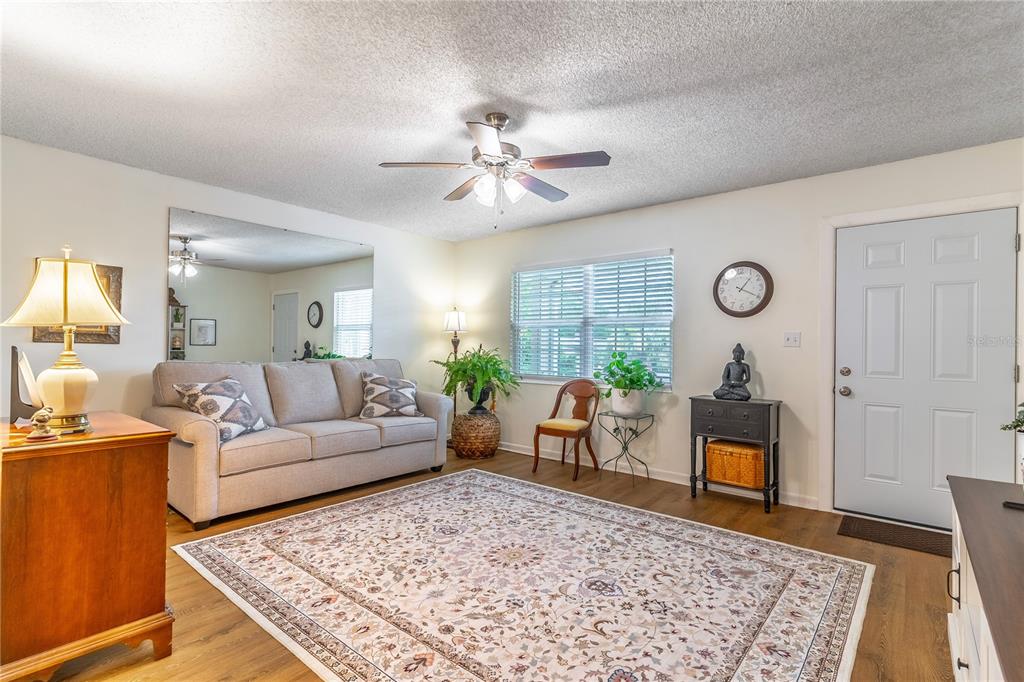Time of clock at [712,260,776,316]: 1:19
